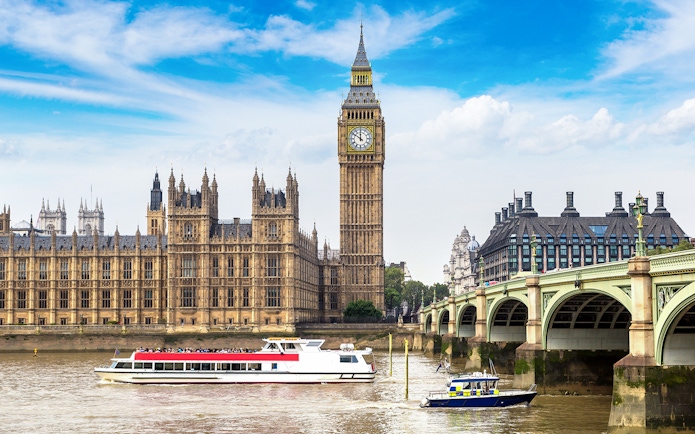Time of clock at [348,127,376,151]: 11:50
